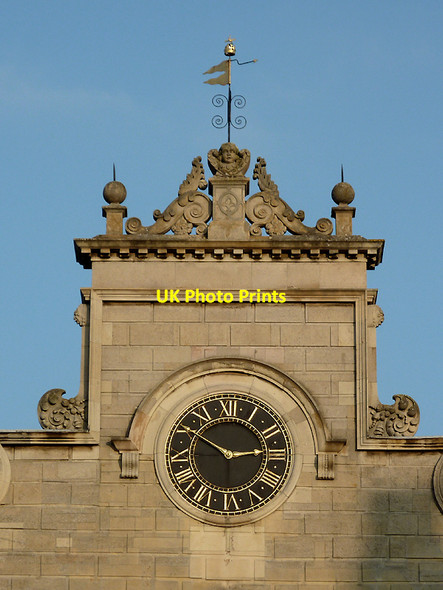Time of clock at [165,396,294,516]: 2:50
